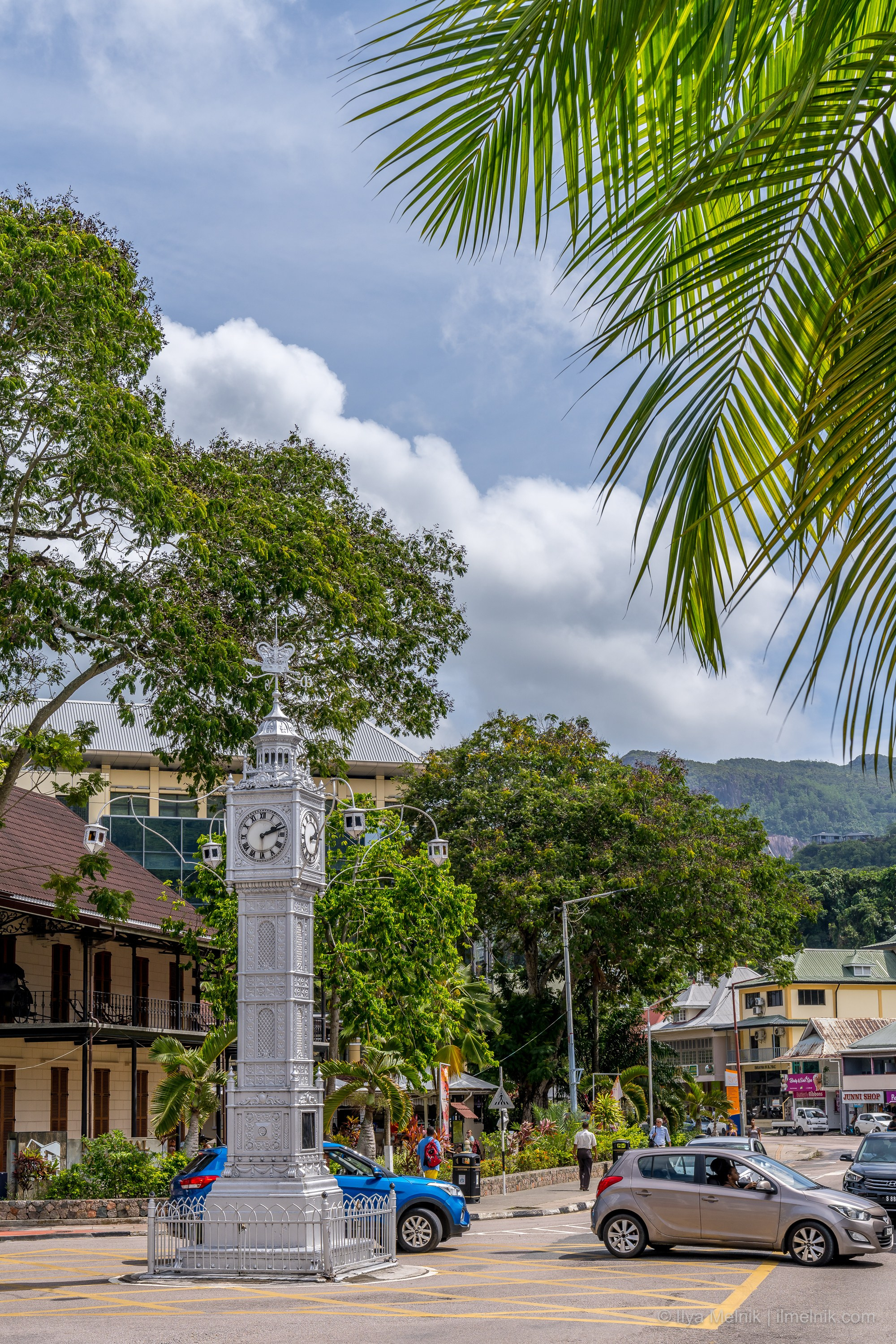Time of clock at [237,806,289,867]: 2:12
